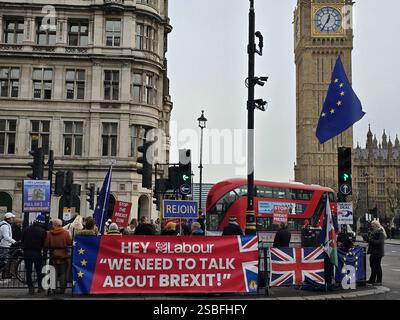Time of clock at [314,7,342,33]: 12:35
